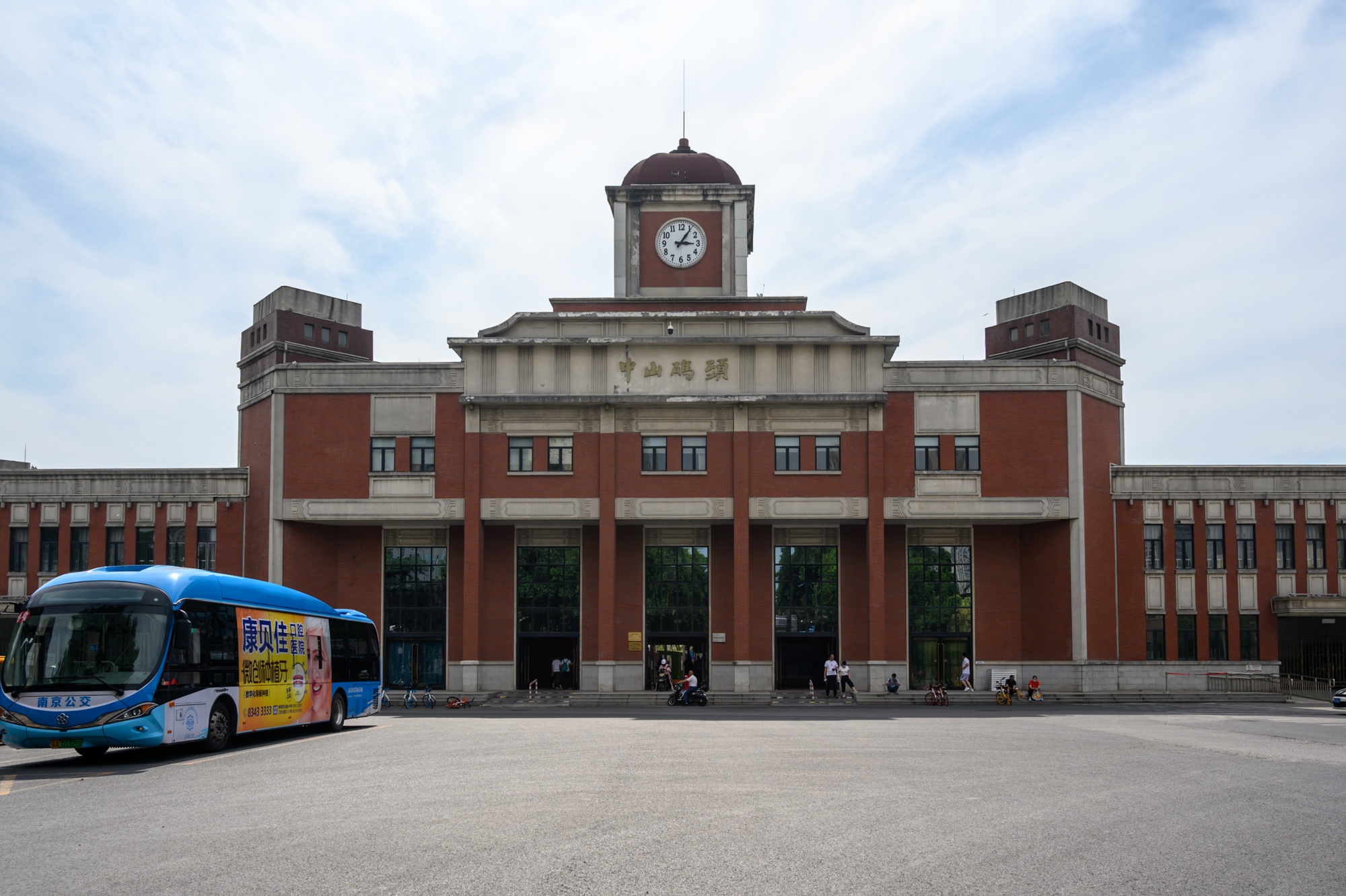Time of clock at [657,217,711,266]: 3:05
